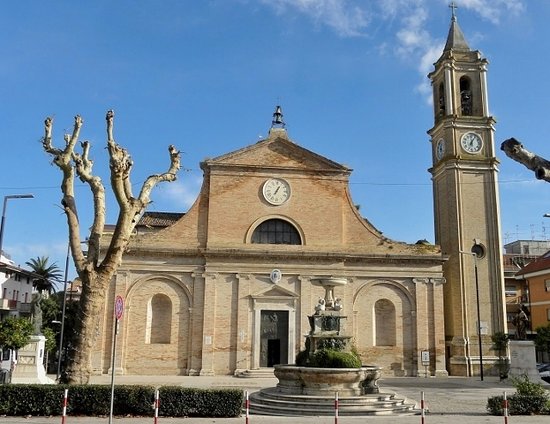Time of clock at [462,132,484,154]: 12:05
